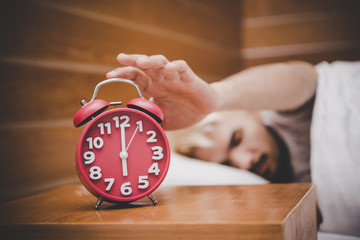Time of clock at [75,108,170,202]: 6:00
